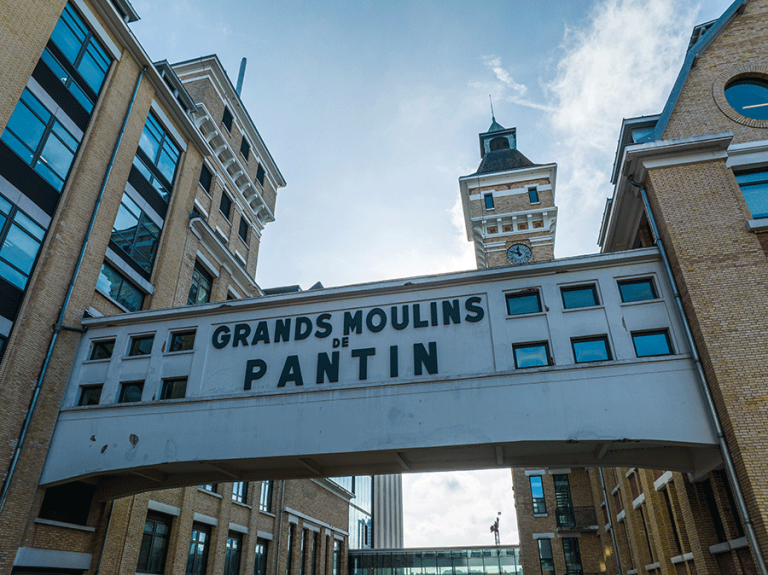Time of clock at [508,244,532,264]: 11:48
